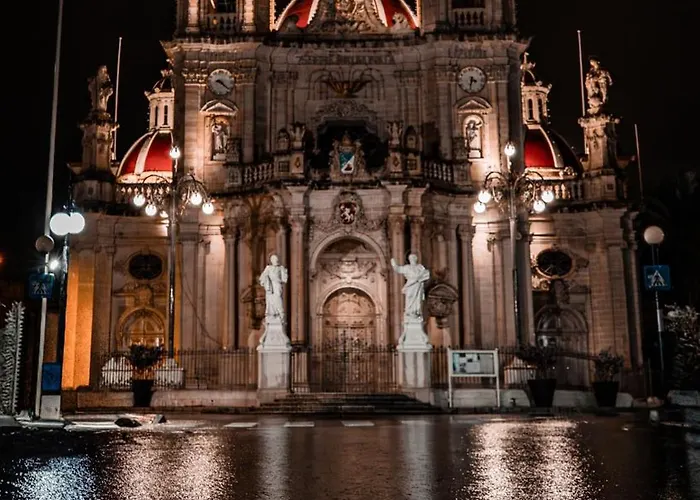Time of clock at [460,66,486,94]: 3:32
